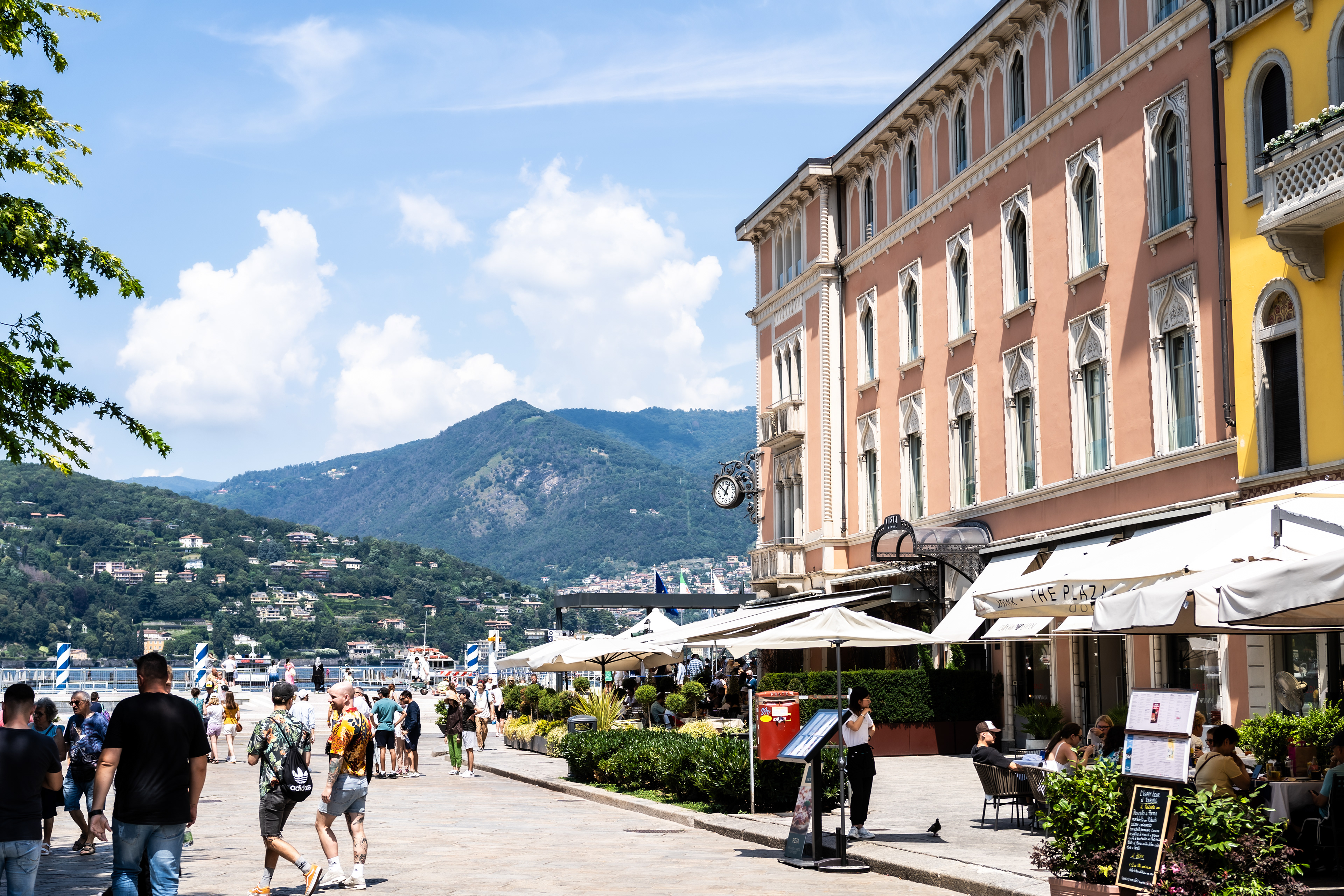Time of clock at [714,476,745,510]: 12:52
